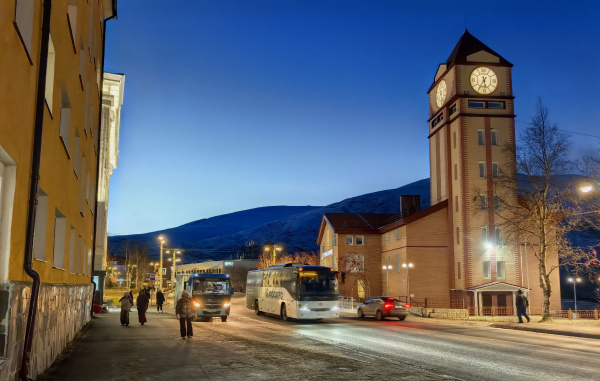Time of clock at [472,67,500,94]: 5:35
